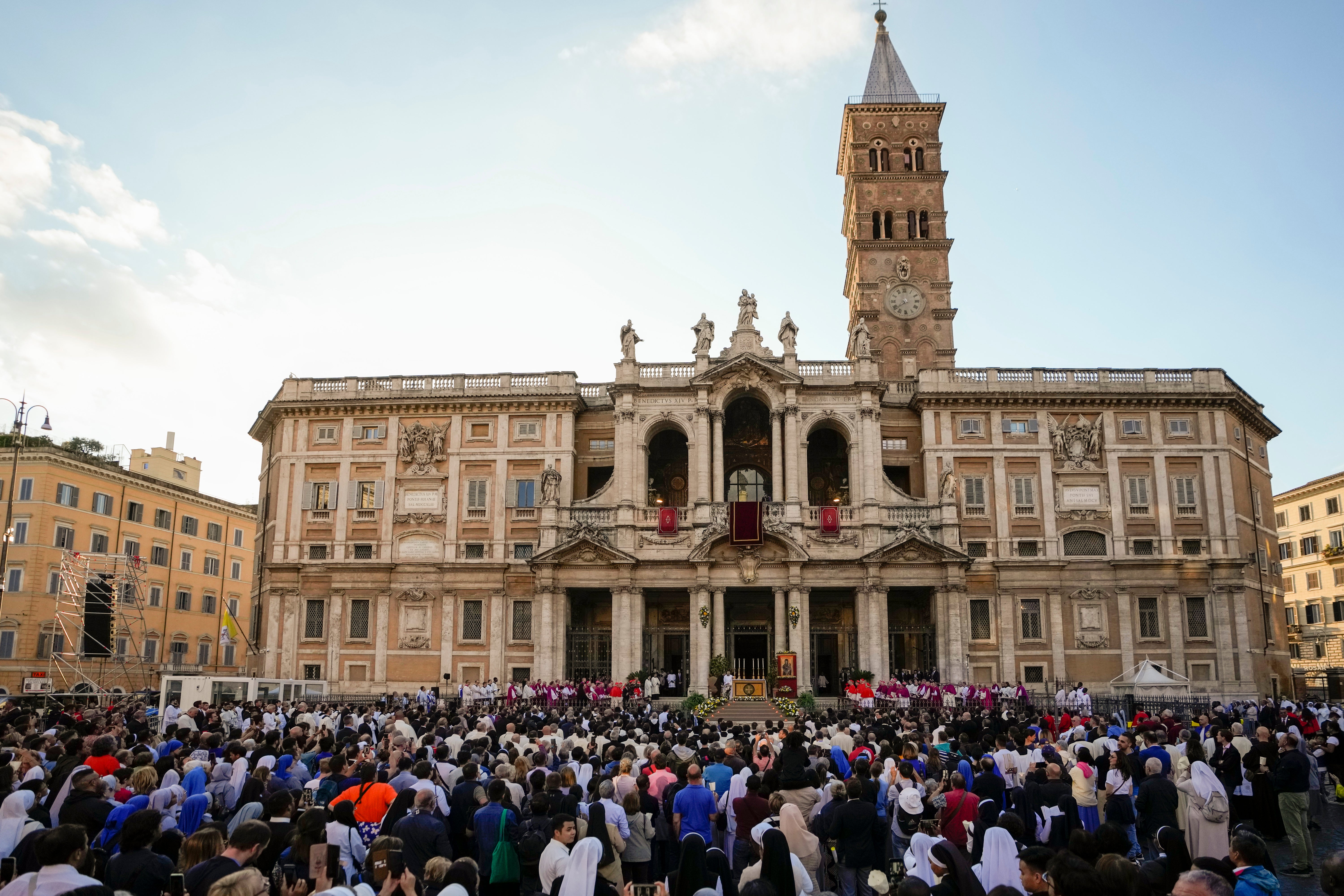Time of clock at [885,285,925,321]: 7:38
